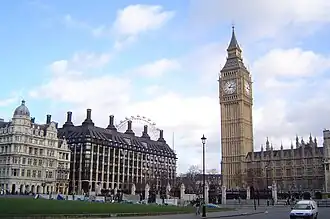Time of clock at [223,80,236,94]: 1:16
